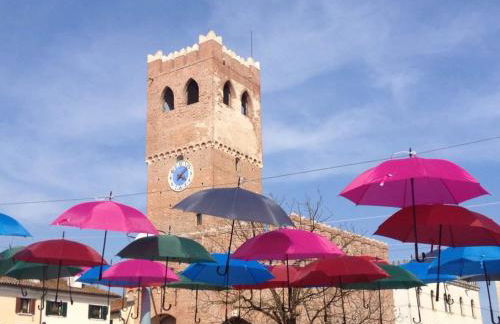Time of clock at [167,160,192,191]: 4:07
